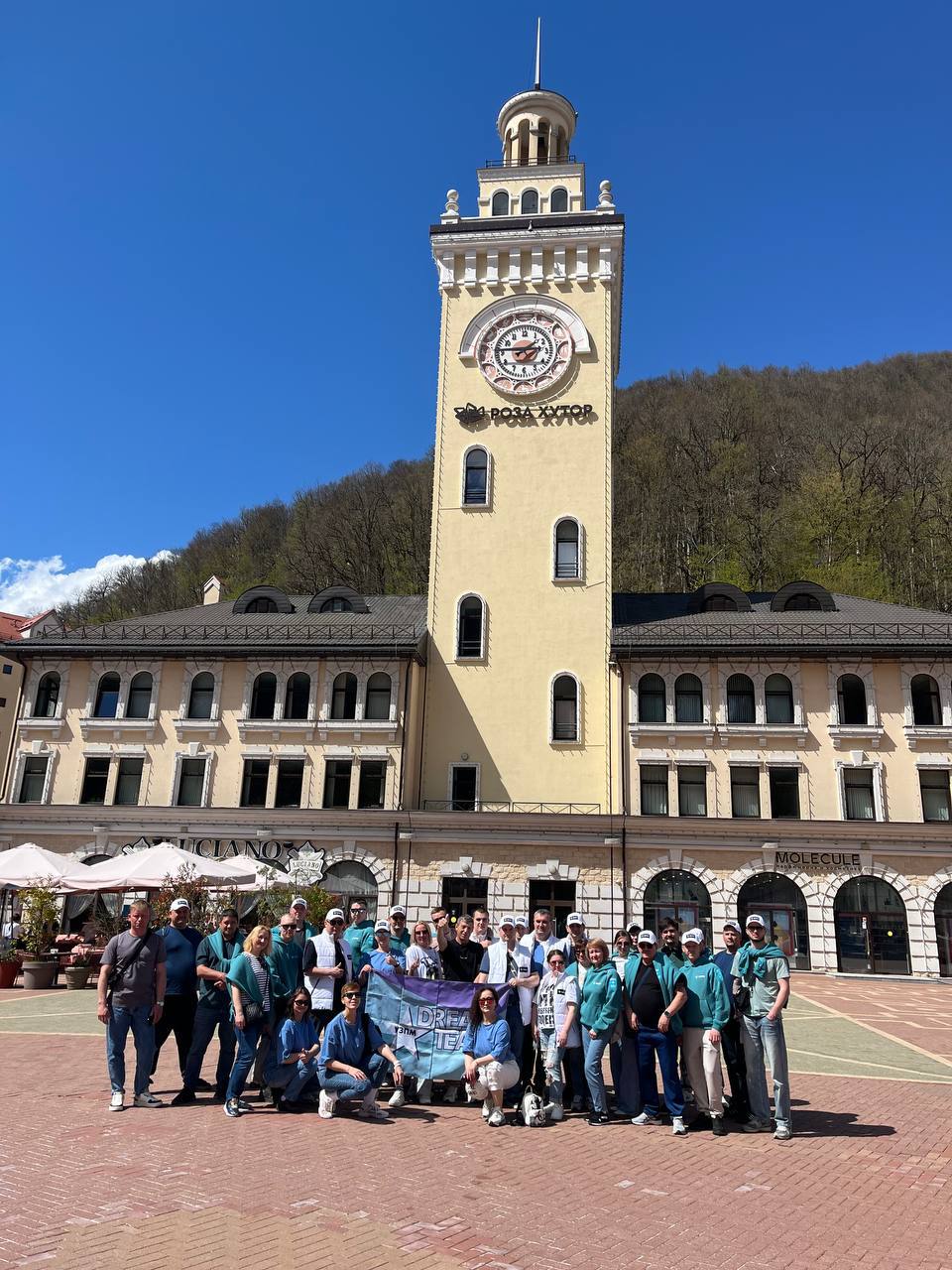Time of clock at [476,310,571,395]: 1:45
